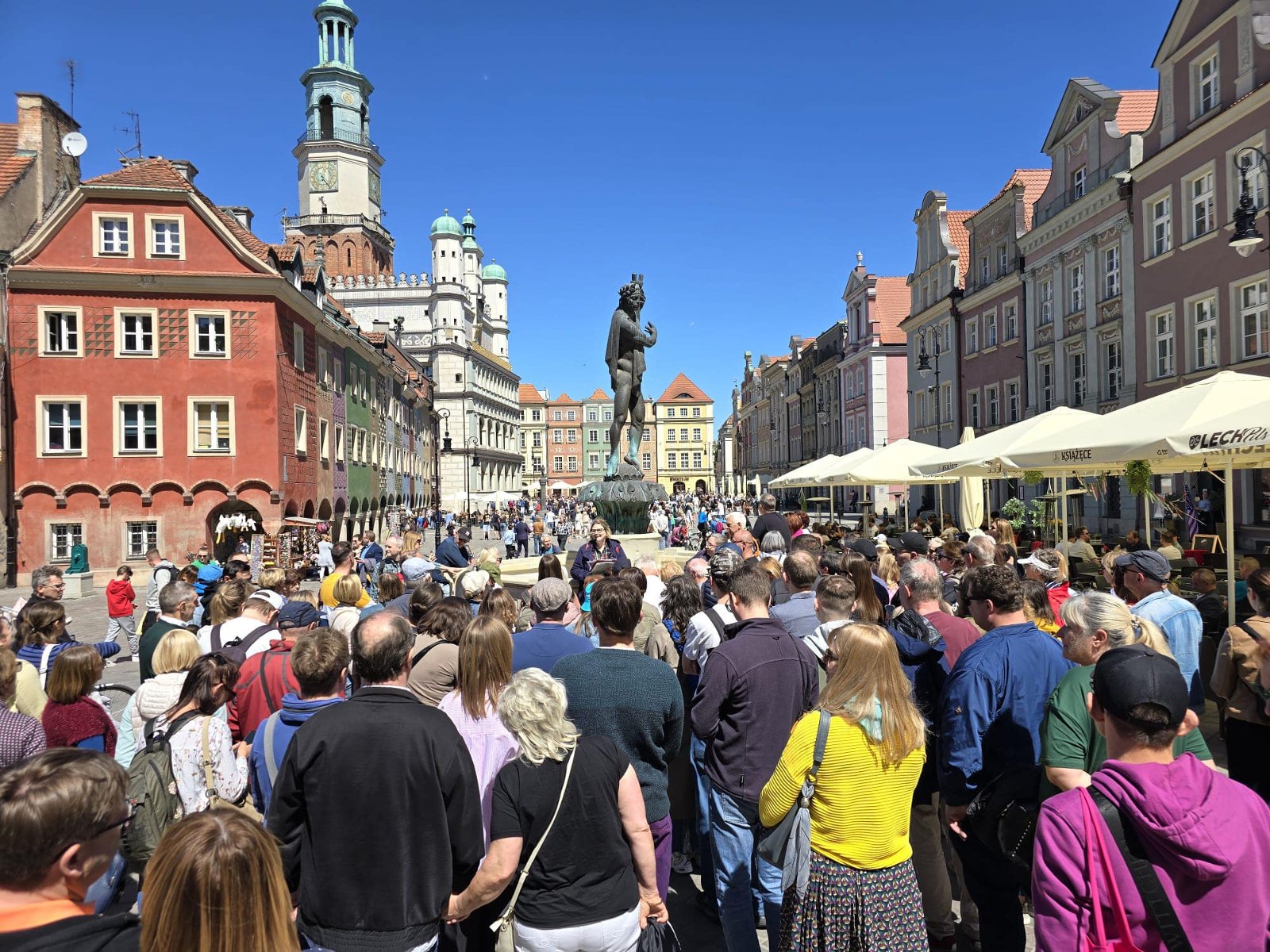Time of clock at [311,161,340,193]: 12:23
